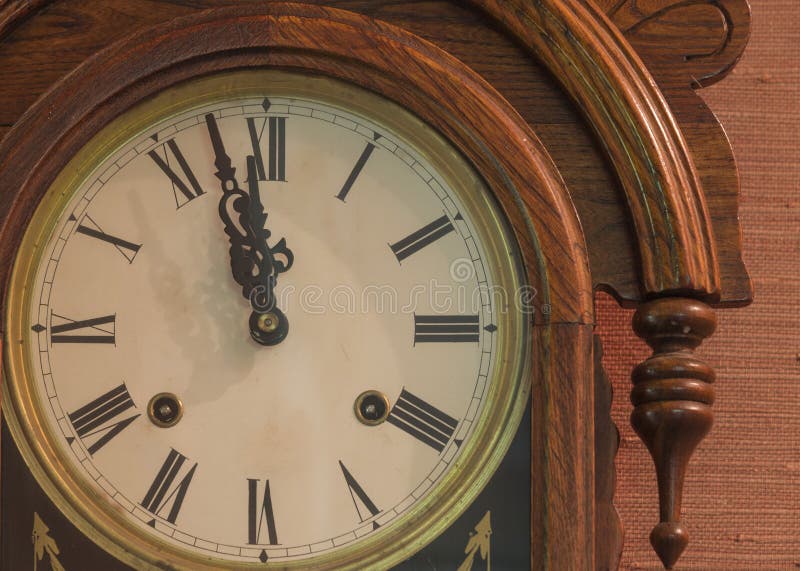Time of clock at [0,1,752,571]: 11:57
